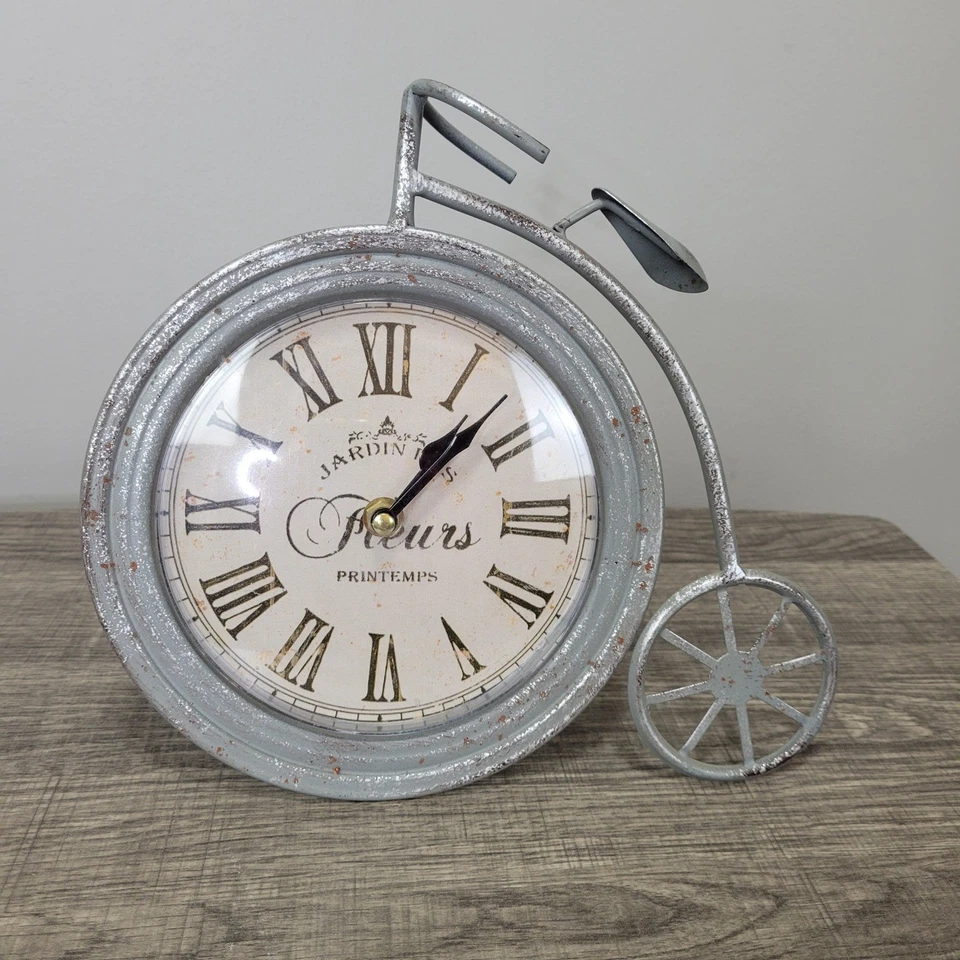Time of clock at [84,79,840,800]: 1:07
